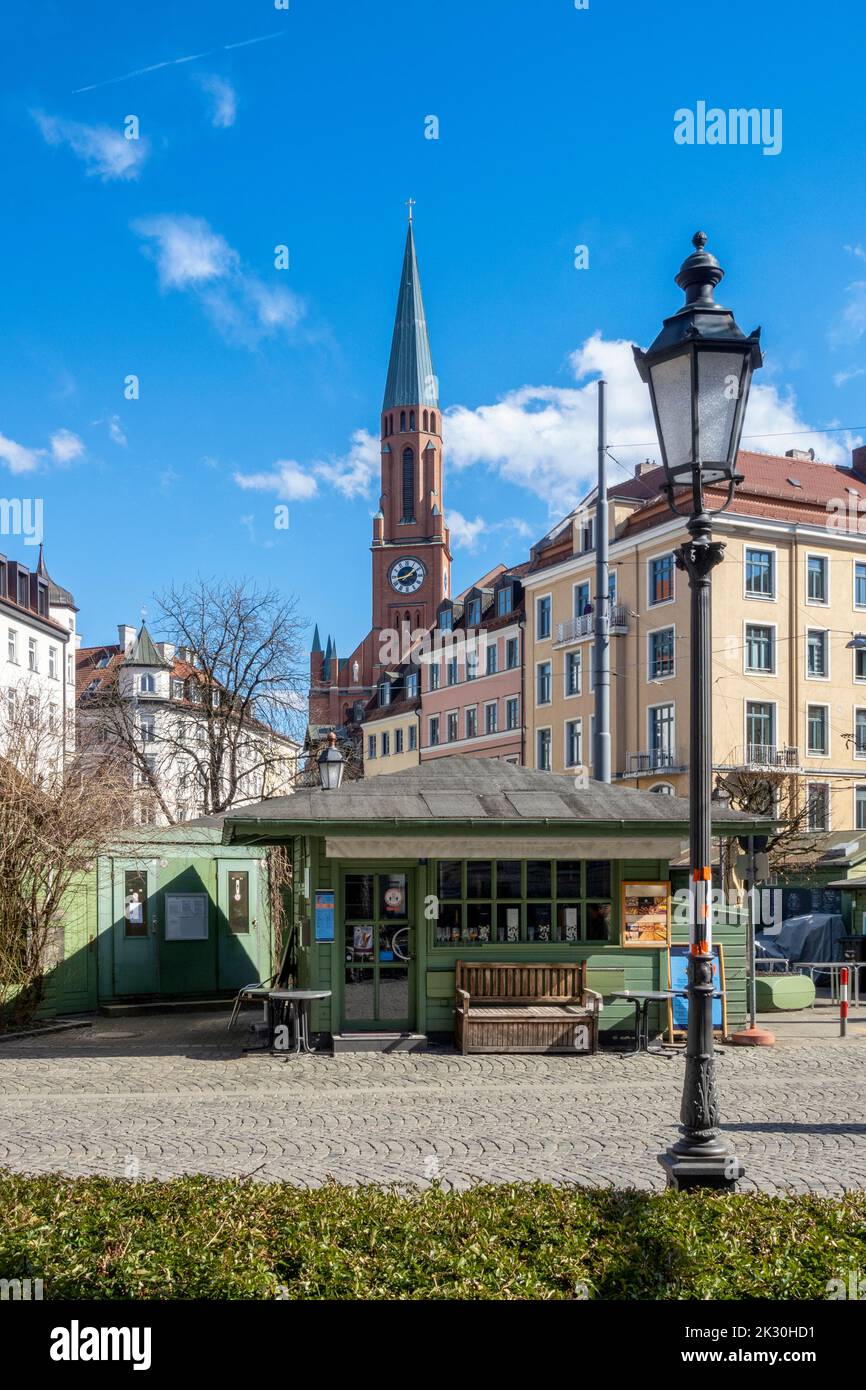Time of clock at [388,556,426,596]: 1:43
